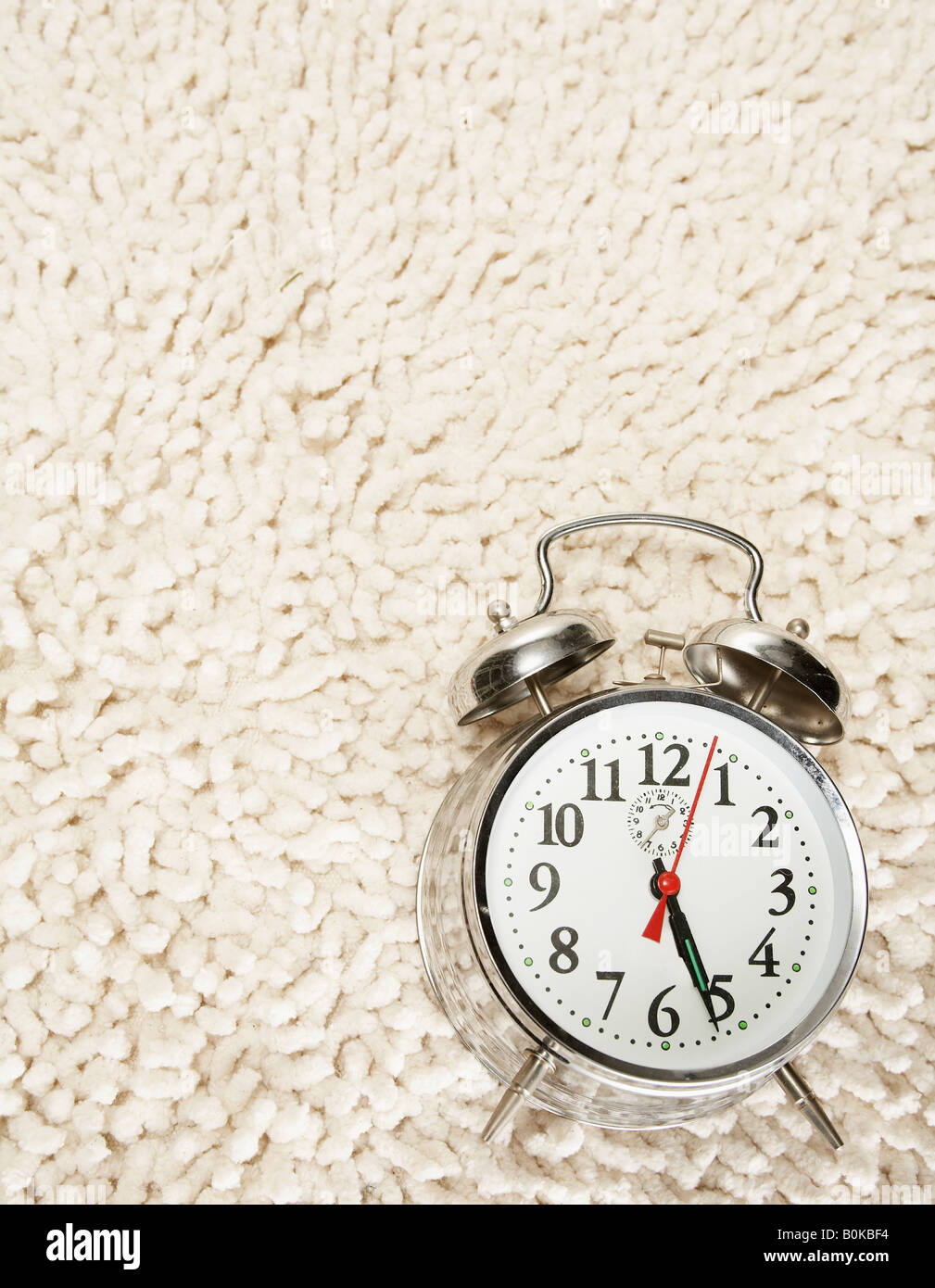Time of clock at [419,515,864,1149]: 5:26
